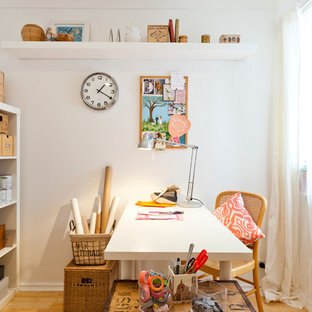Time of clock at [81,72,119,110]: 1:19
